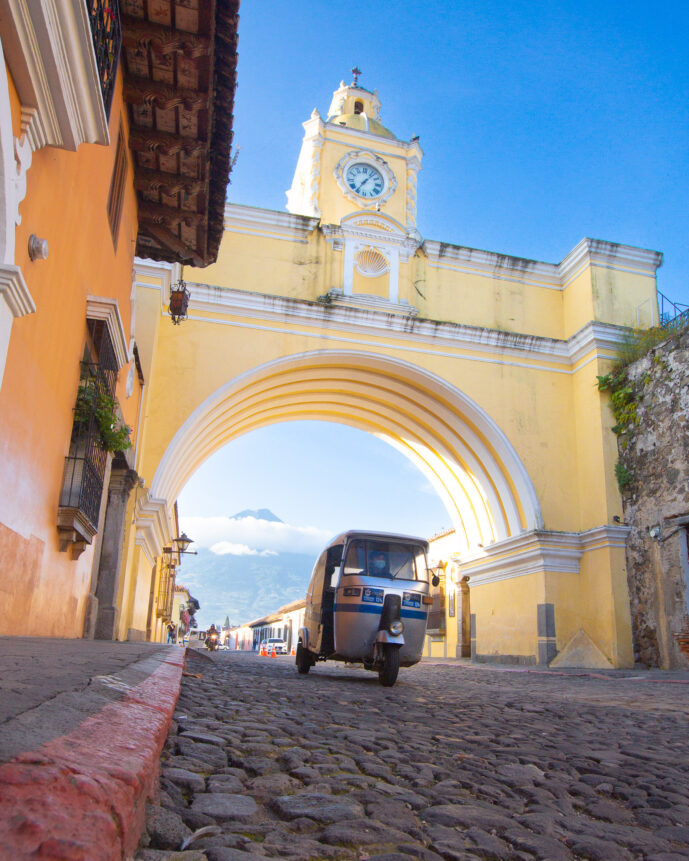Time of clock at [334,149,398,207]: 7:07
